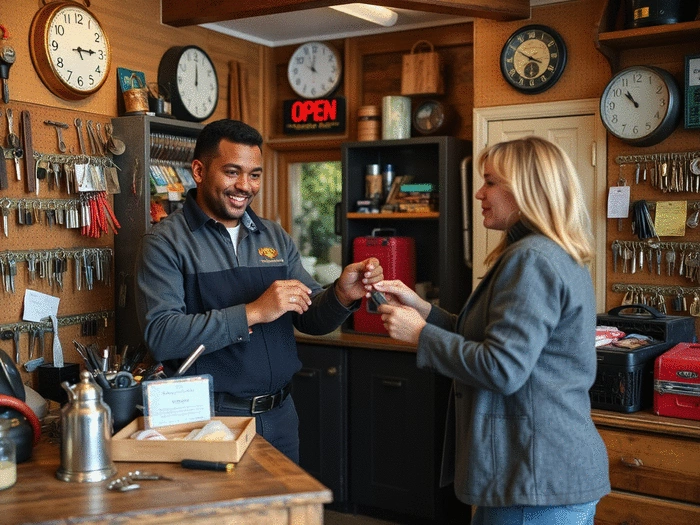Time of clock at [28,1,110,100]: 5:14
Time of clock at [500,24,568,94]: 3:50
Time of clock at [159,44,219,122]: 12:00
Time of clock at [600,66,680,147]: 10:51
